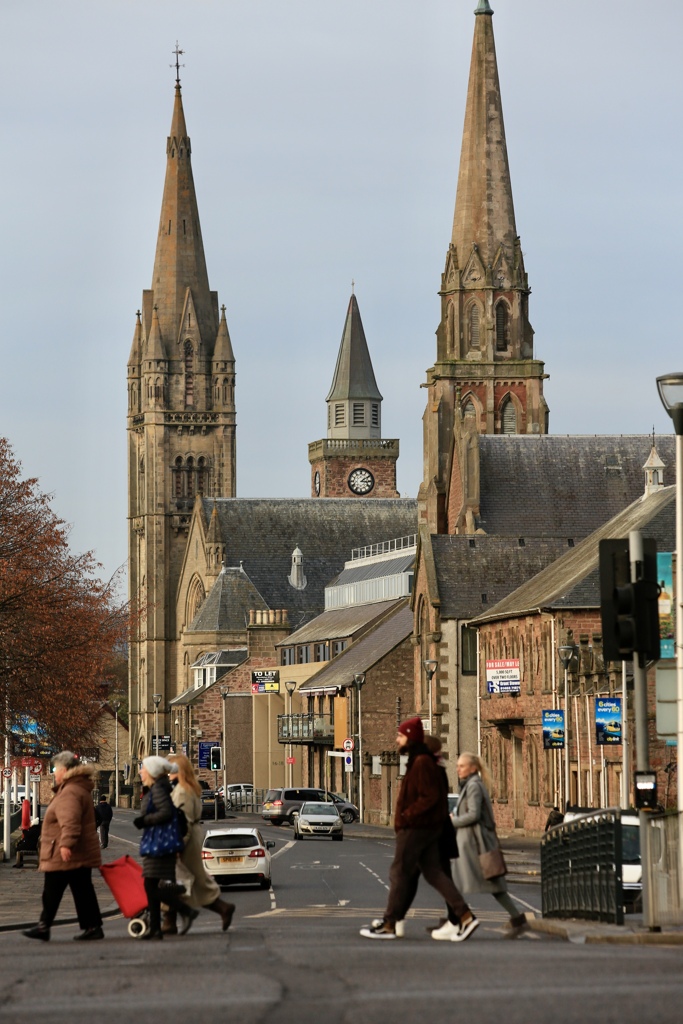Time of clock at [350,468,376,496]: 3:09
